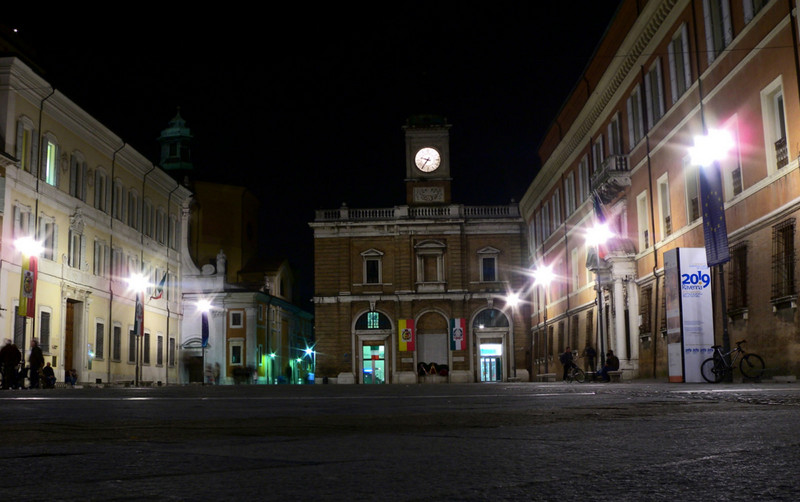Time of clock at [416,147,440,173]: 9:36
